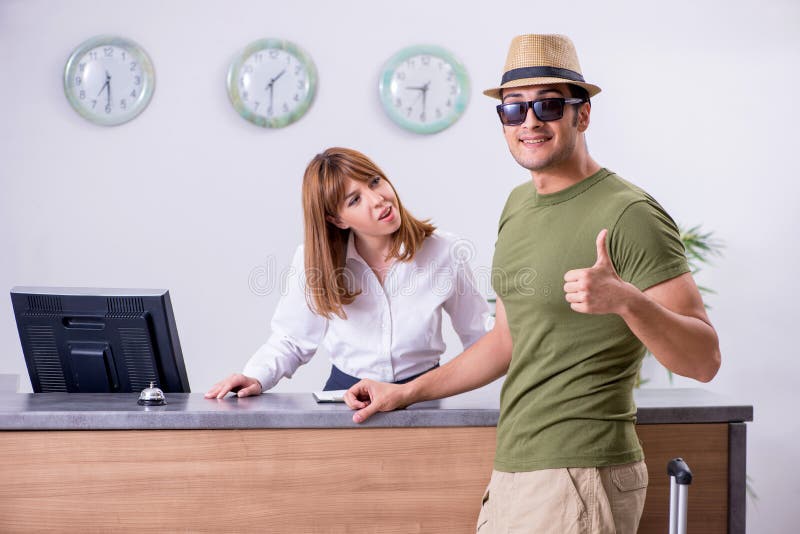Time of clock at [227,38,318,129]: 1:29
